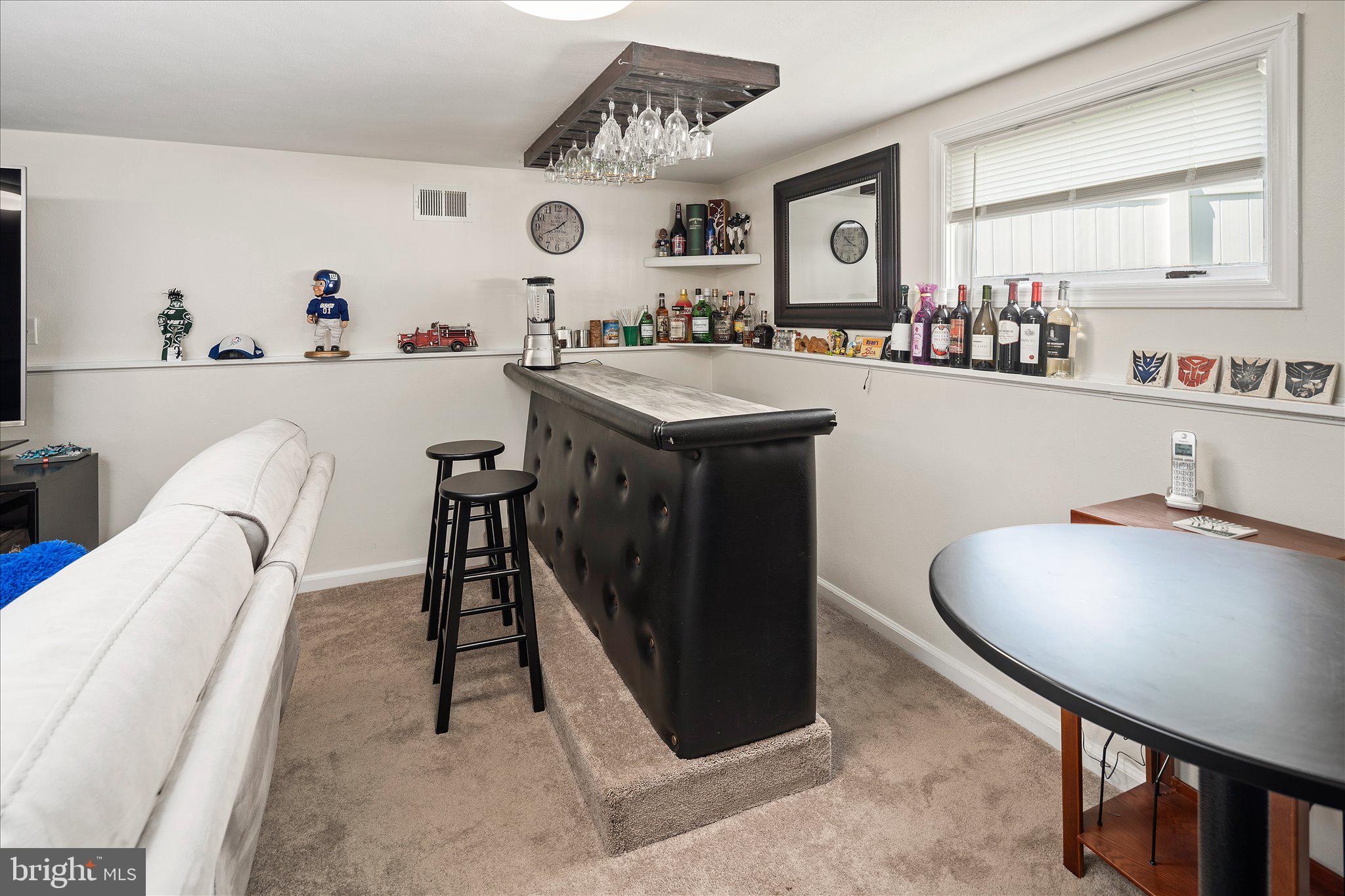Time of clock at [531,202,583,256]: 1:41
